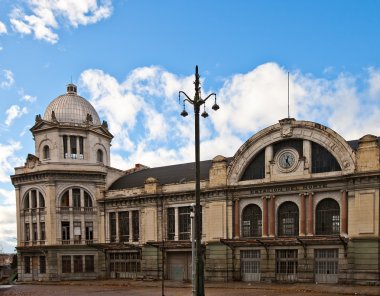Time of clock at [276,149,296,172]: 12:23
